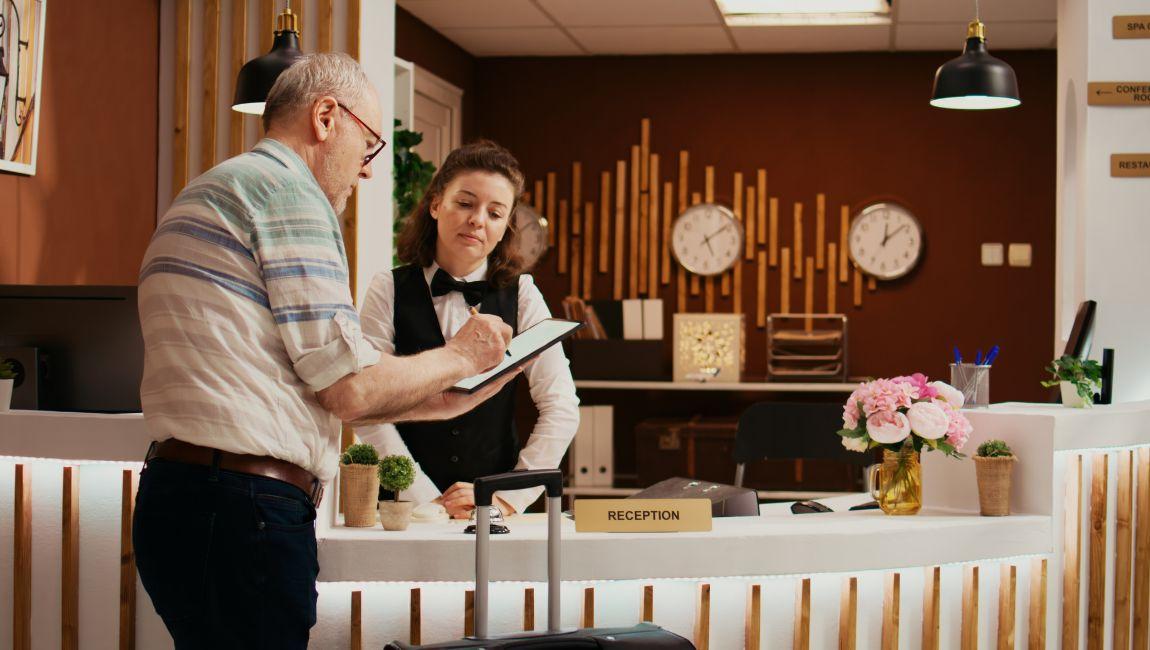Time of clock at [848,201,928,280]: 12:08
